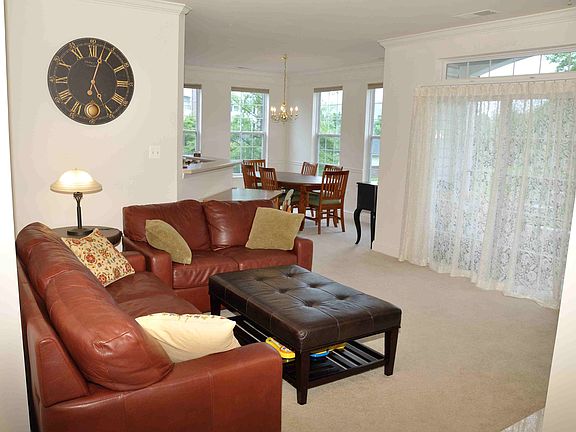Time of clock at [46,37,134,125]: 5:02
